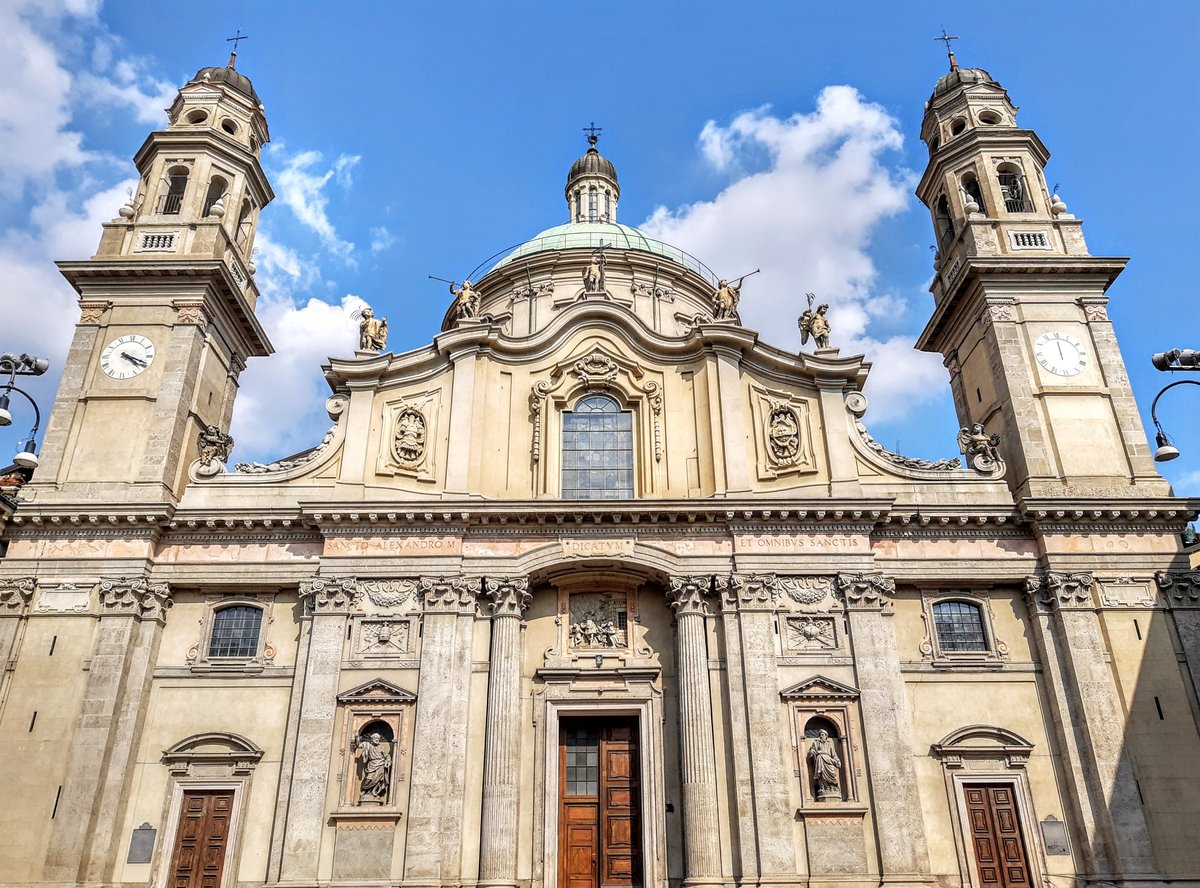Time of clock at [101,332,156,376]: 4:18
